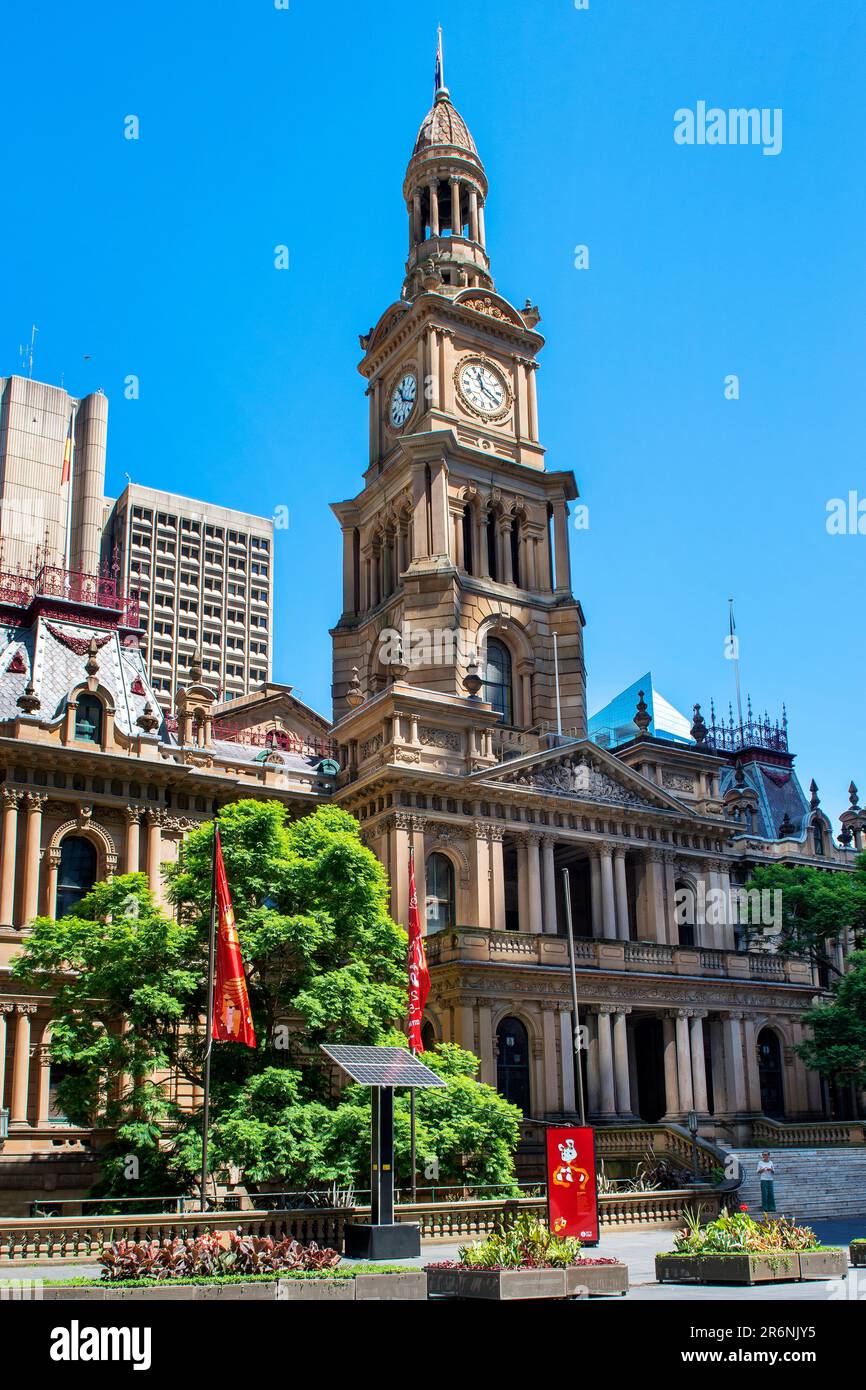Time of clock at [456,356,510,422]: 11:19
